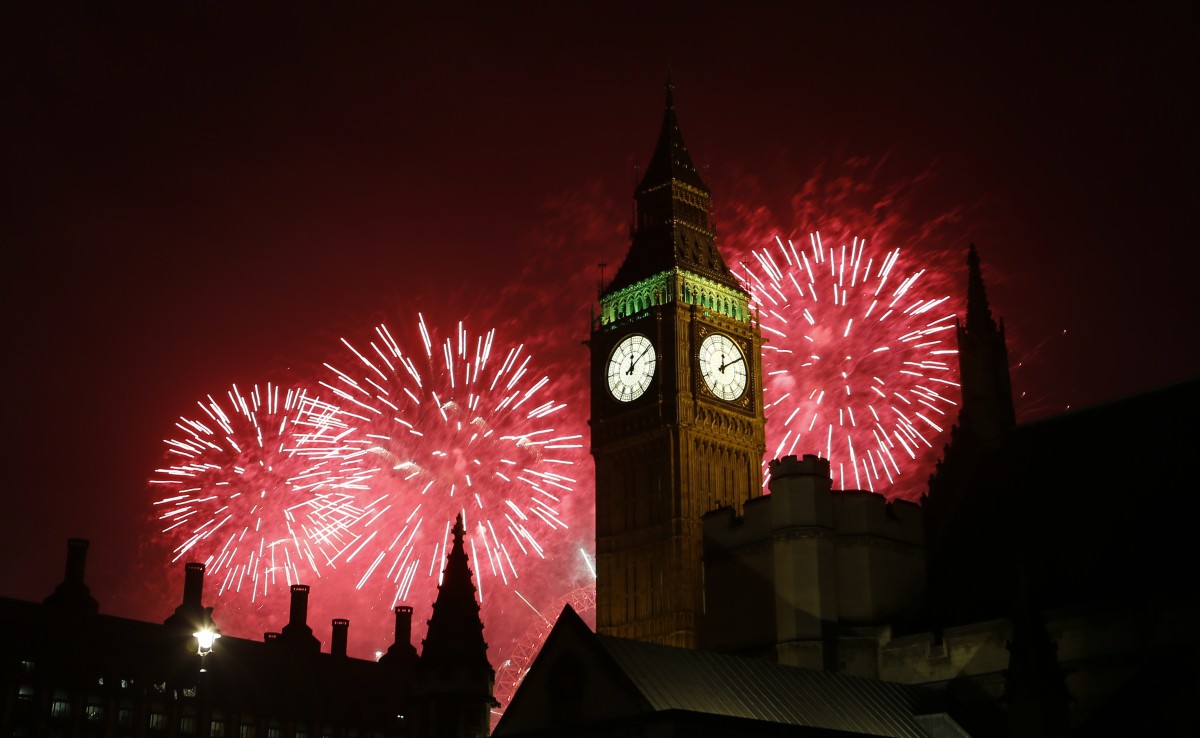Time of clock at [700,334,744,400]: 12:09
